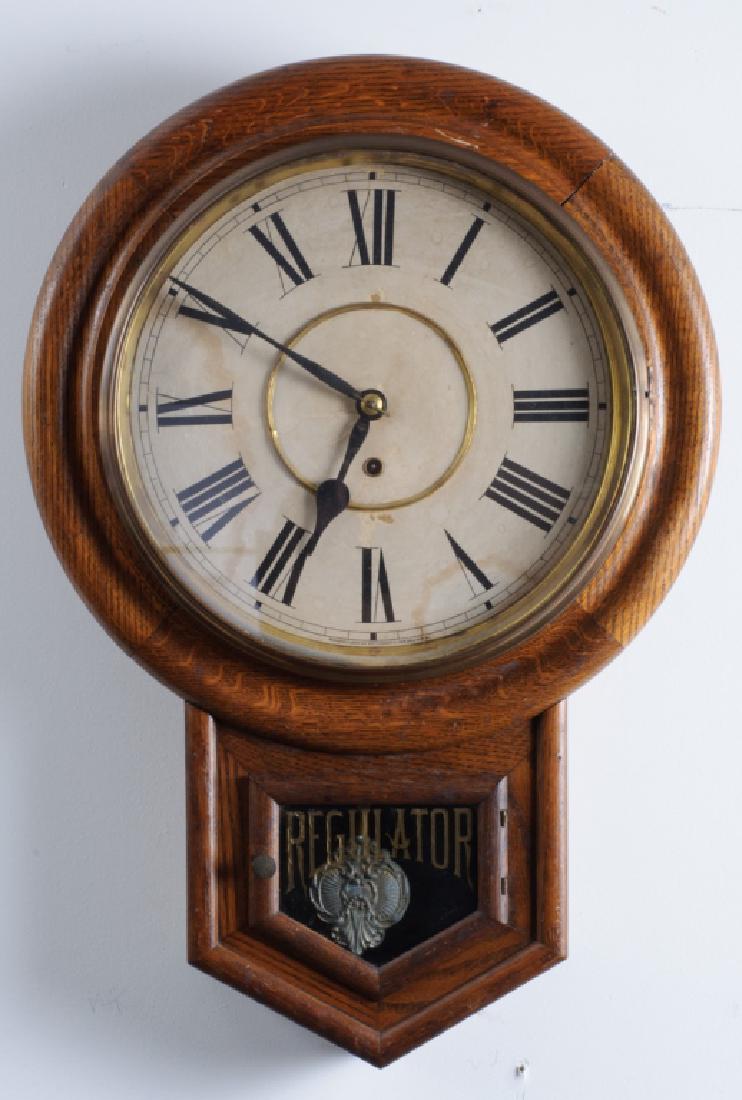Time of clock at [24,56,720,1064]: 6:50
